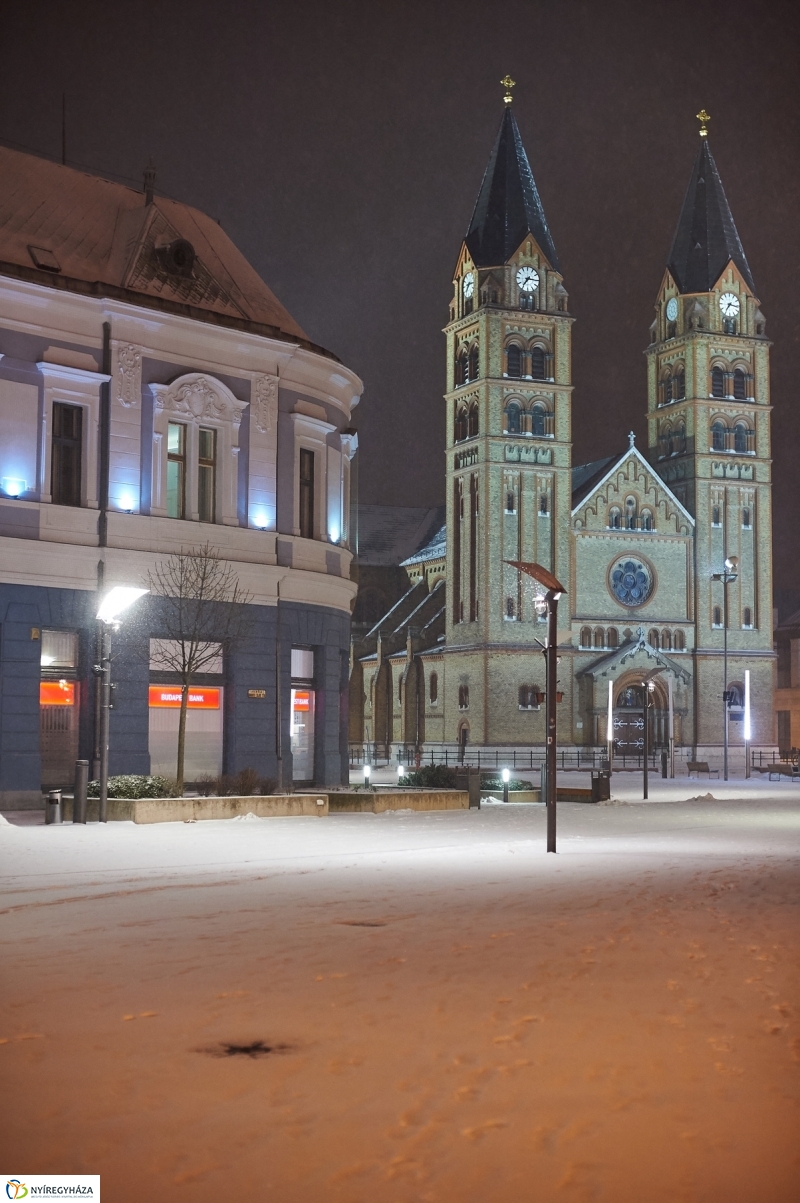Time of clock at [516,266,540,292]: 7:15
